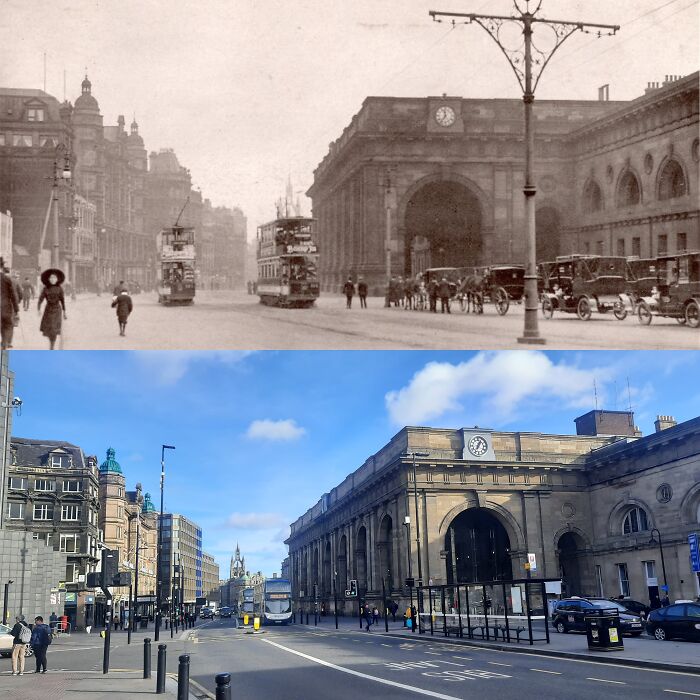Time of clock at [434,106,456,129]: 11:36
